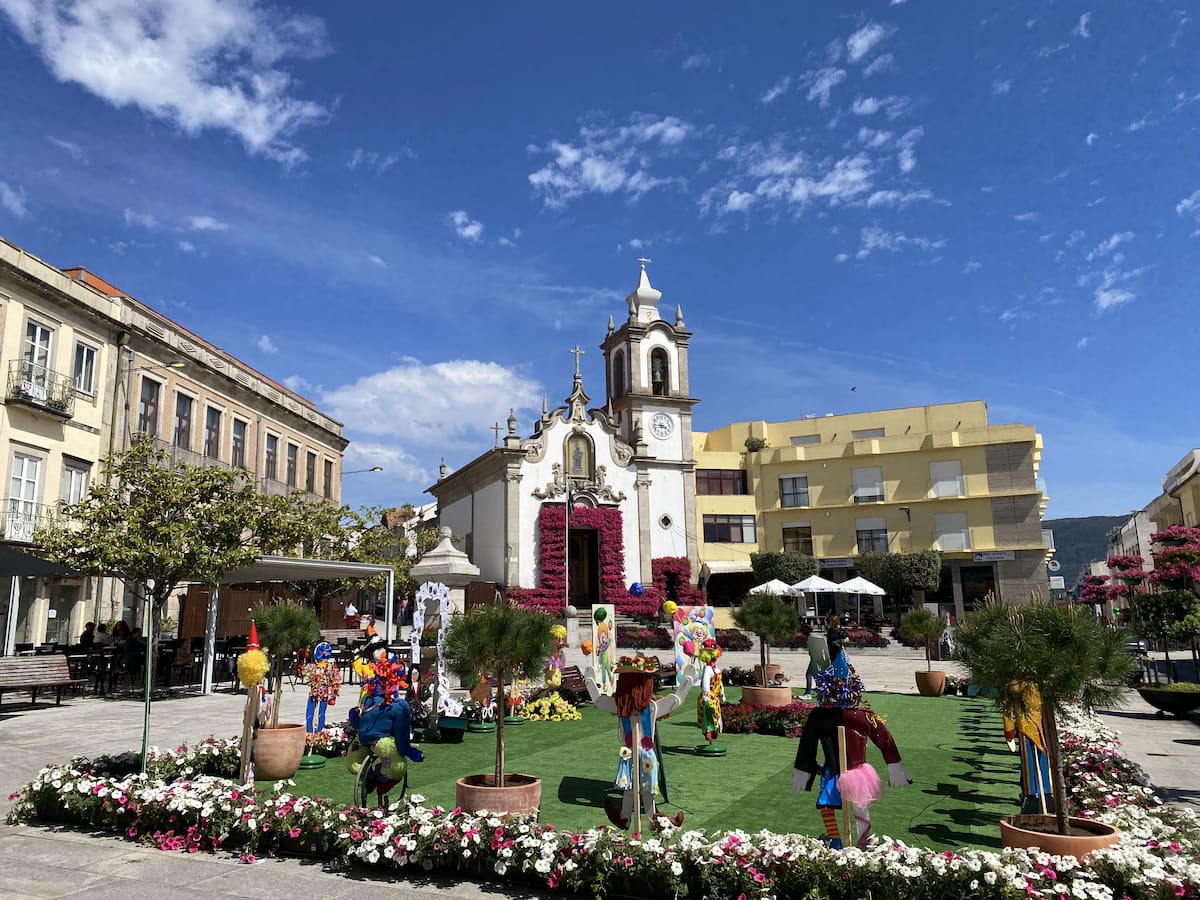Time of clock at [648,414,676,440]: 3:44
